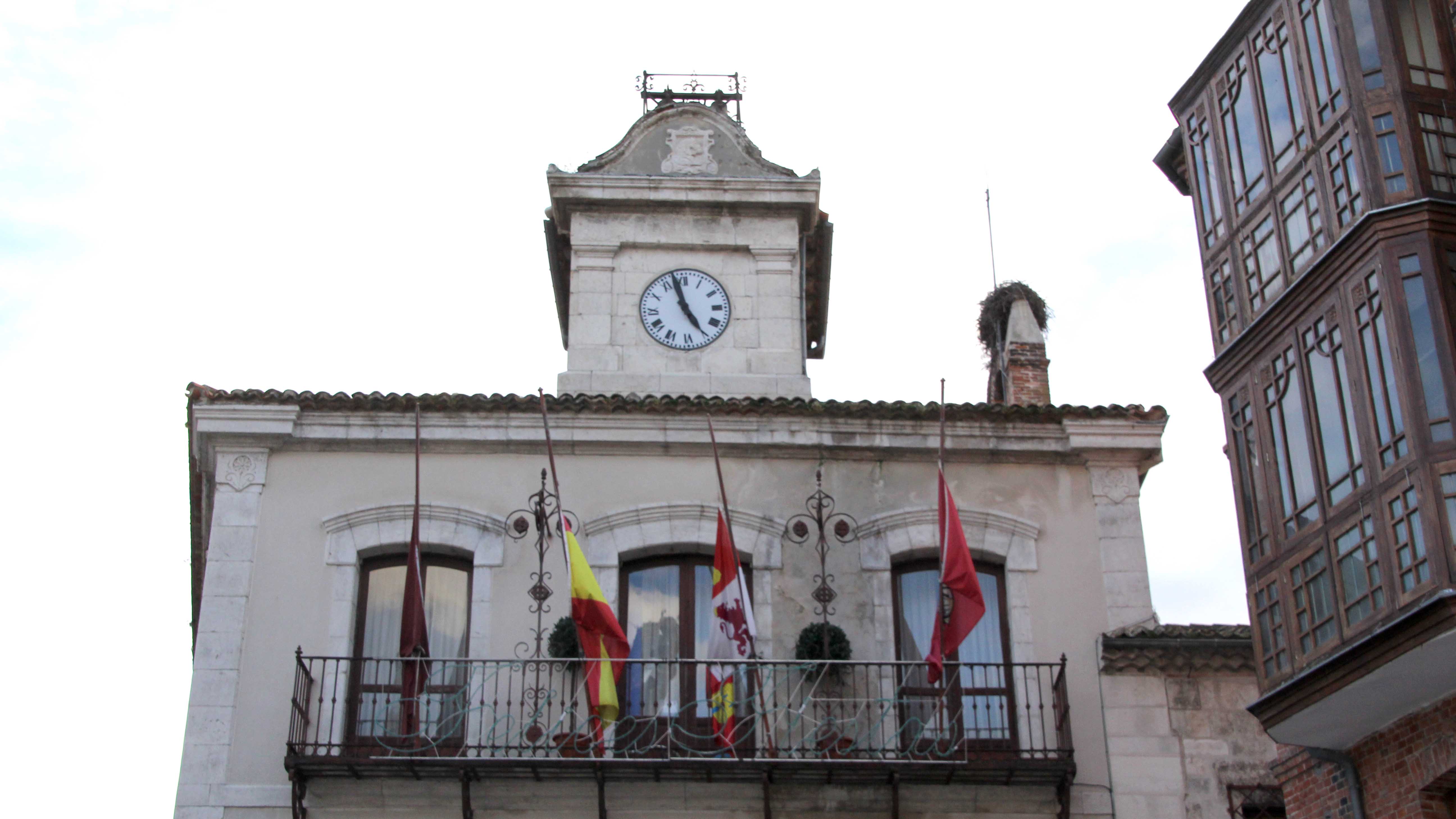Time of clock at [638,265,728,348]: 4:57
